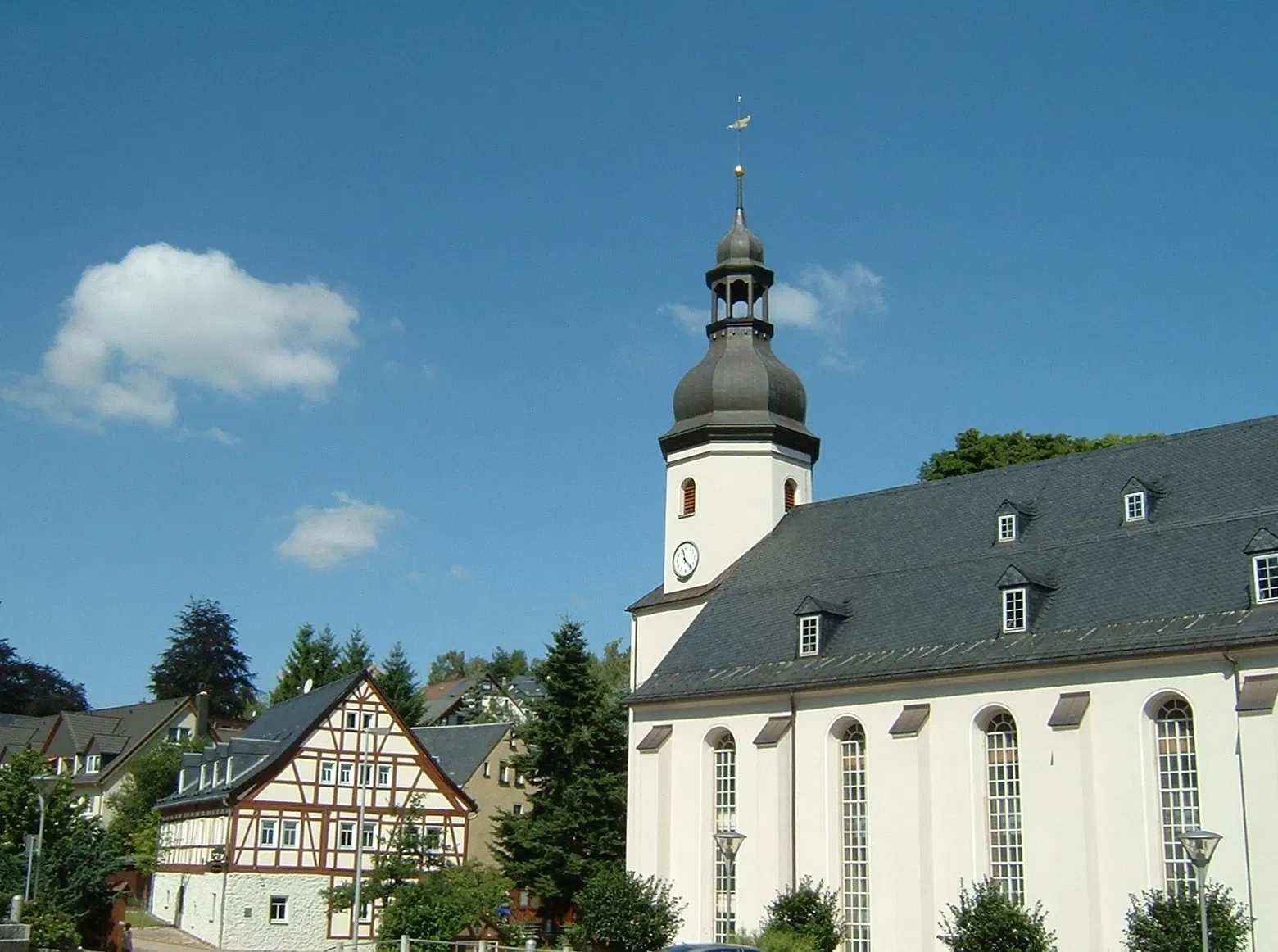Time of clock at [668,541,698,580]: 11:22
